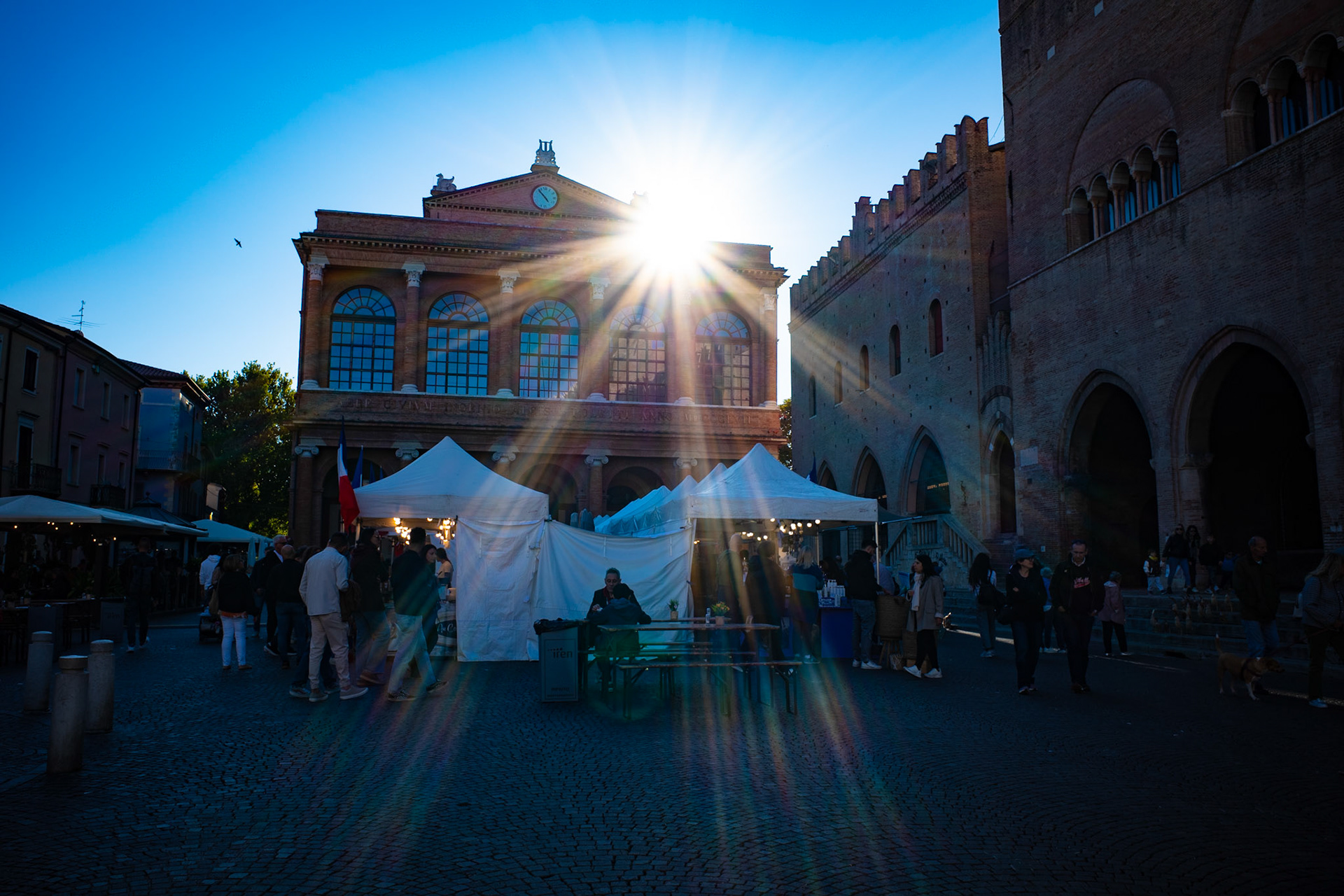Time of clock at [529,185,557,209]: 4:53
